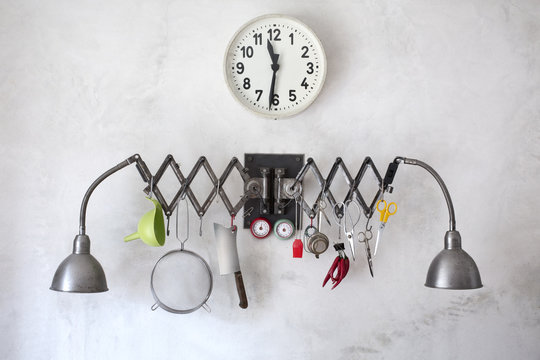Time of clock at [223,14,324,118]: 11:31
